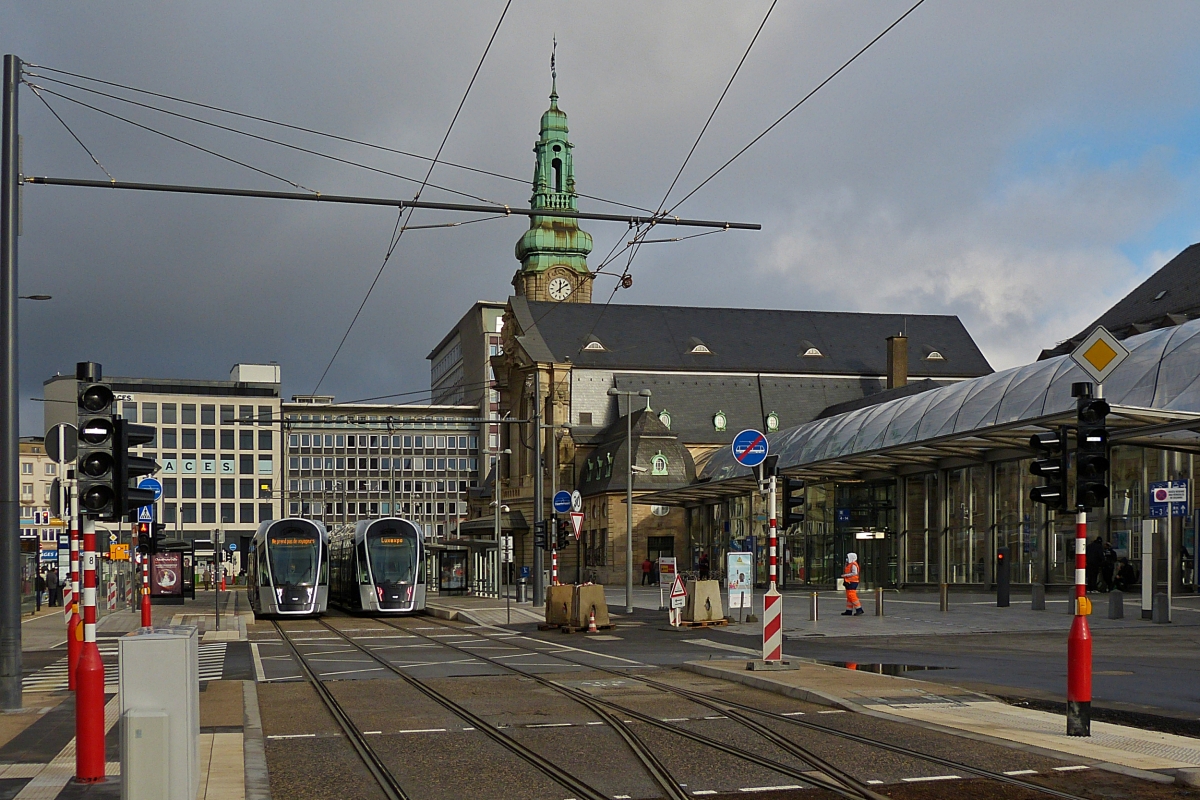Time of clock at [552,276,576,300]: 12:09
